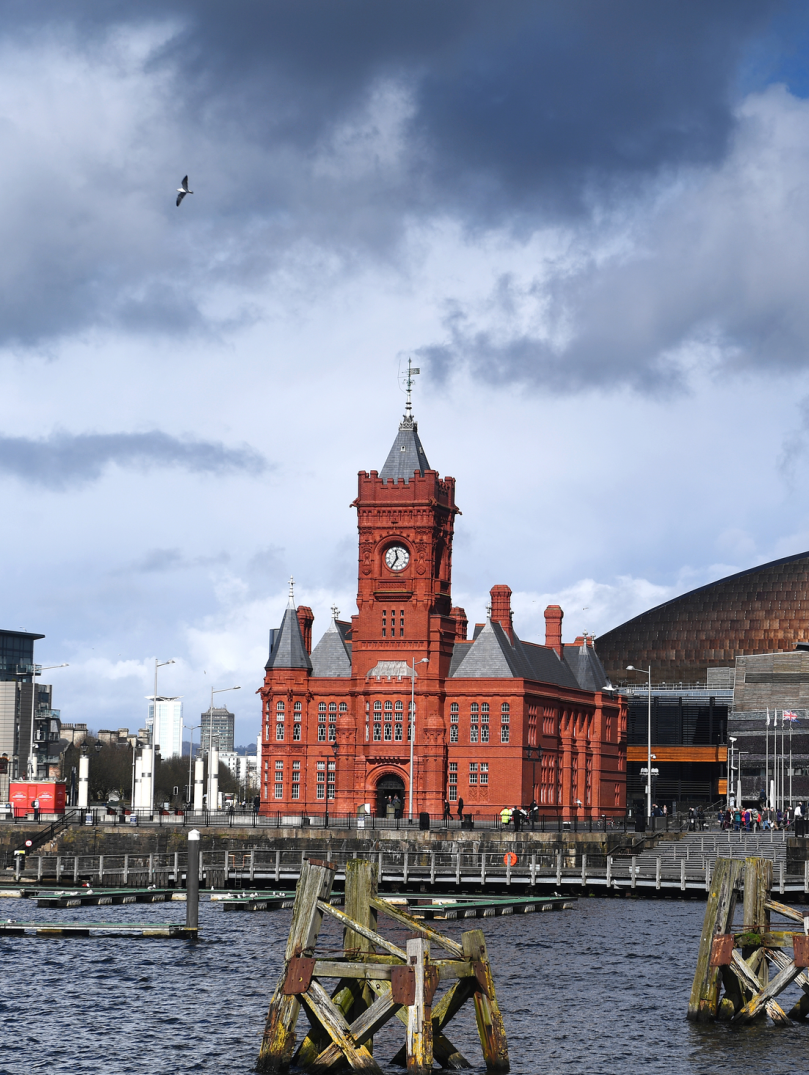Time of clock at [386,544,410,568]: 11:35
